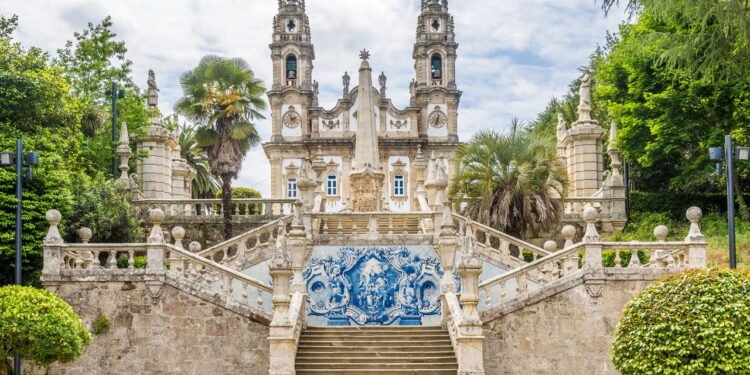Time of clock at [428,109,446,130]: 12:32
